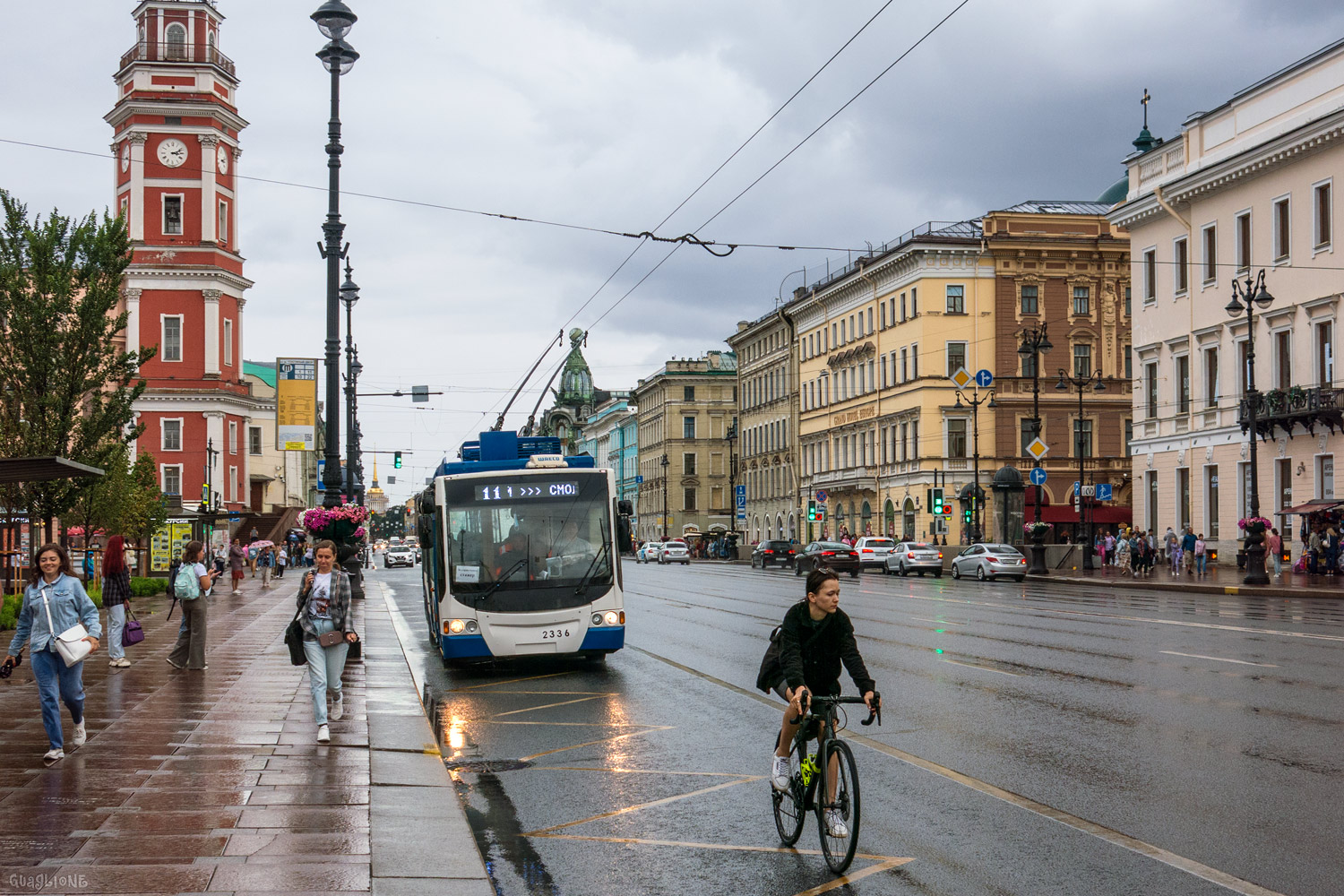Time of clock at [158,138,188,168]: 3:11
